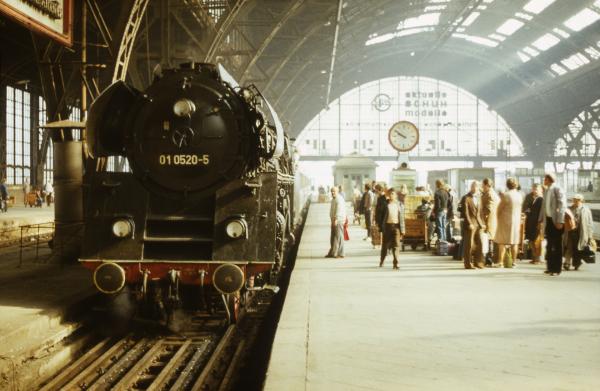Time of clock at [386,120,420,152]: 9:50
